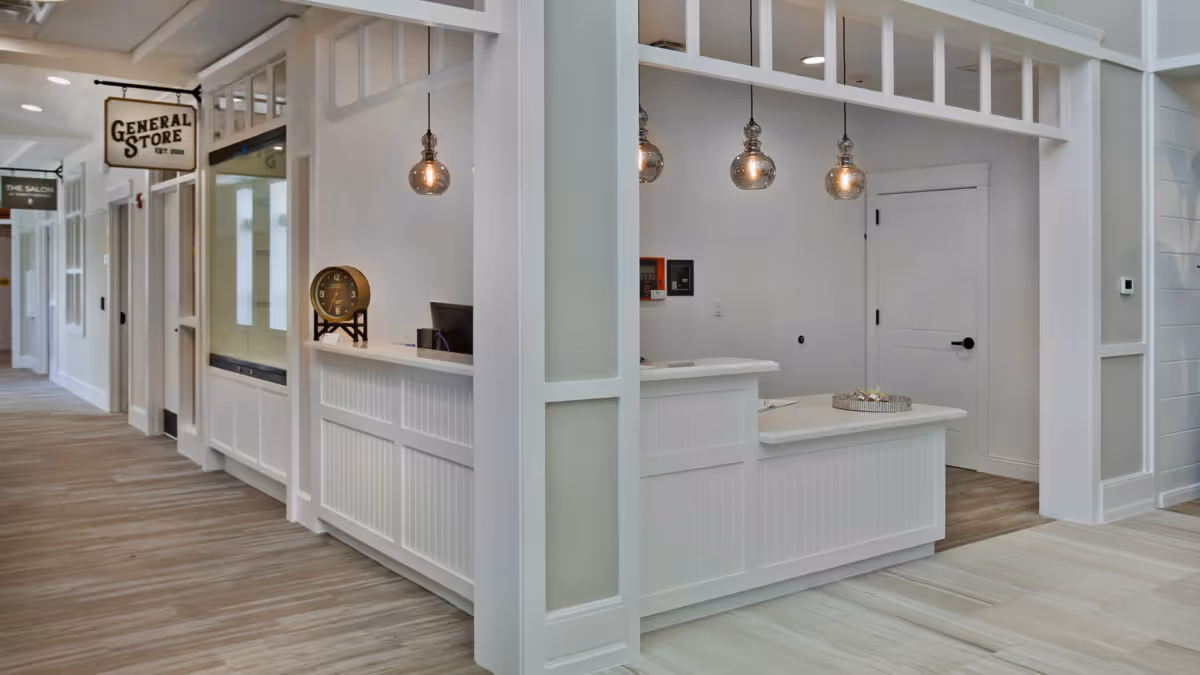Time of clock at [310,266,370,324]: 12:34
